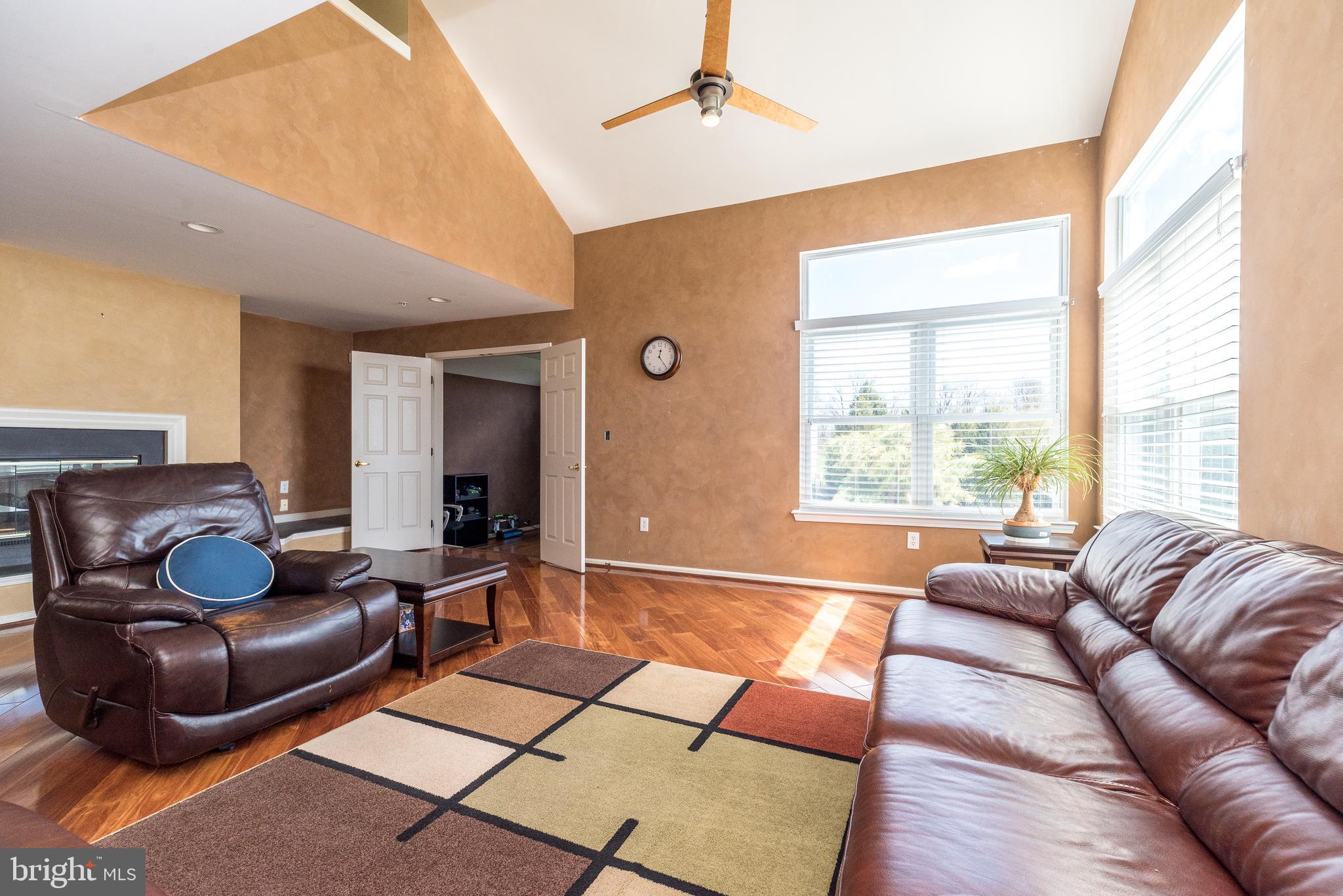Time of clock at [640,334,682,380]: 12:23
